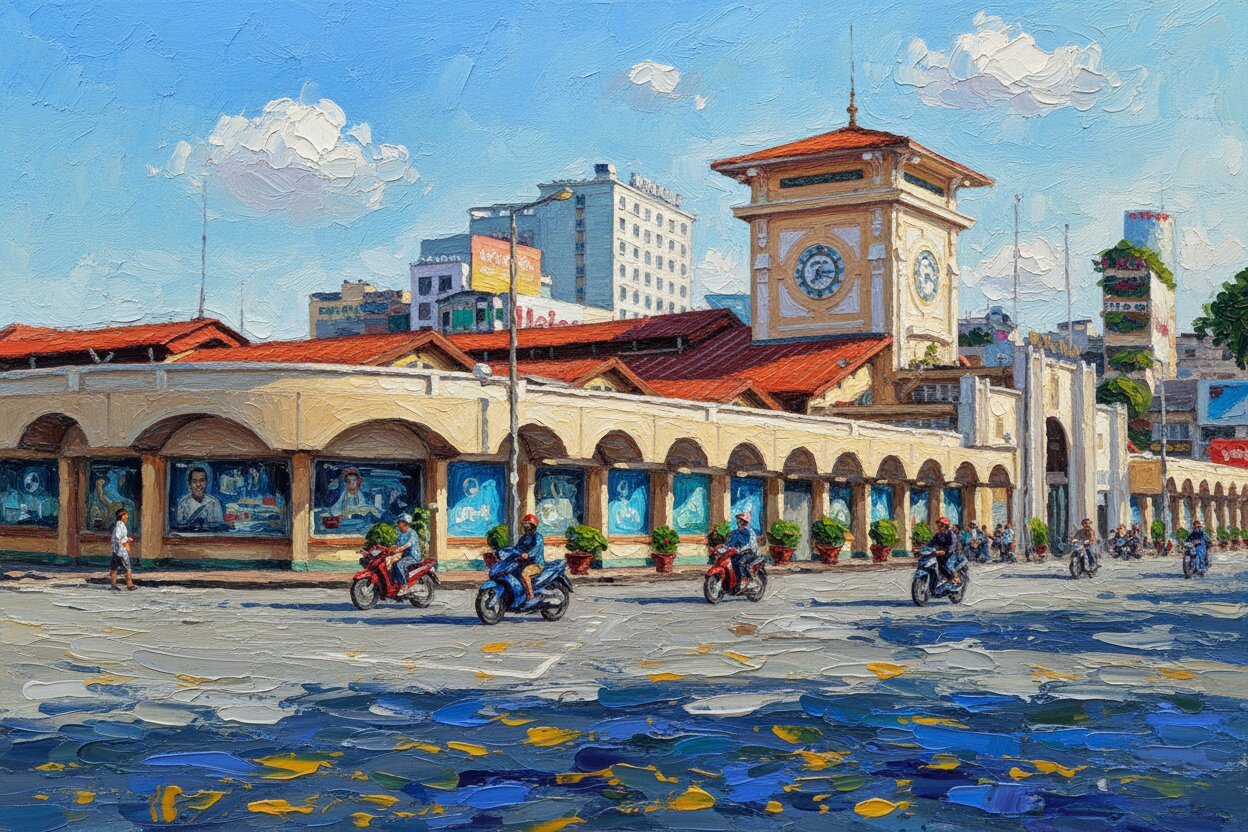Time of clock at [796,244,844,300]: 7:15
